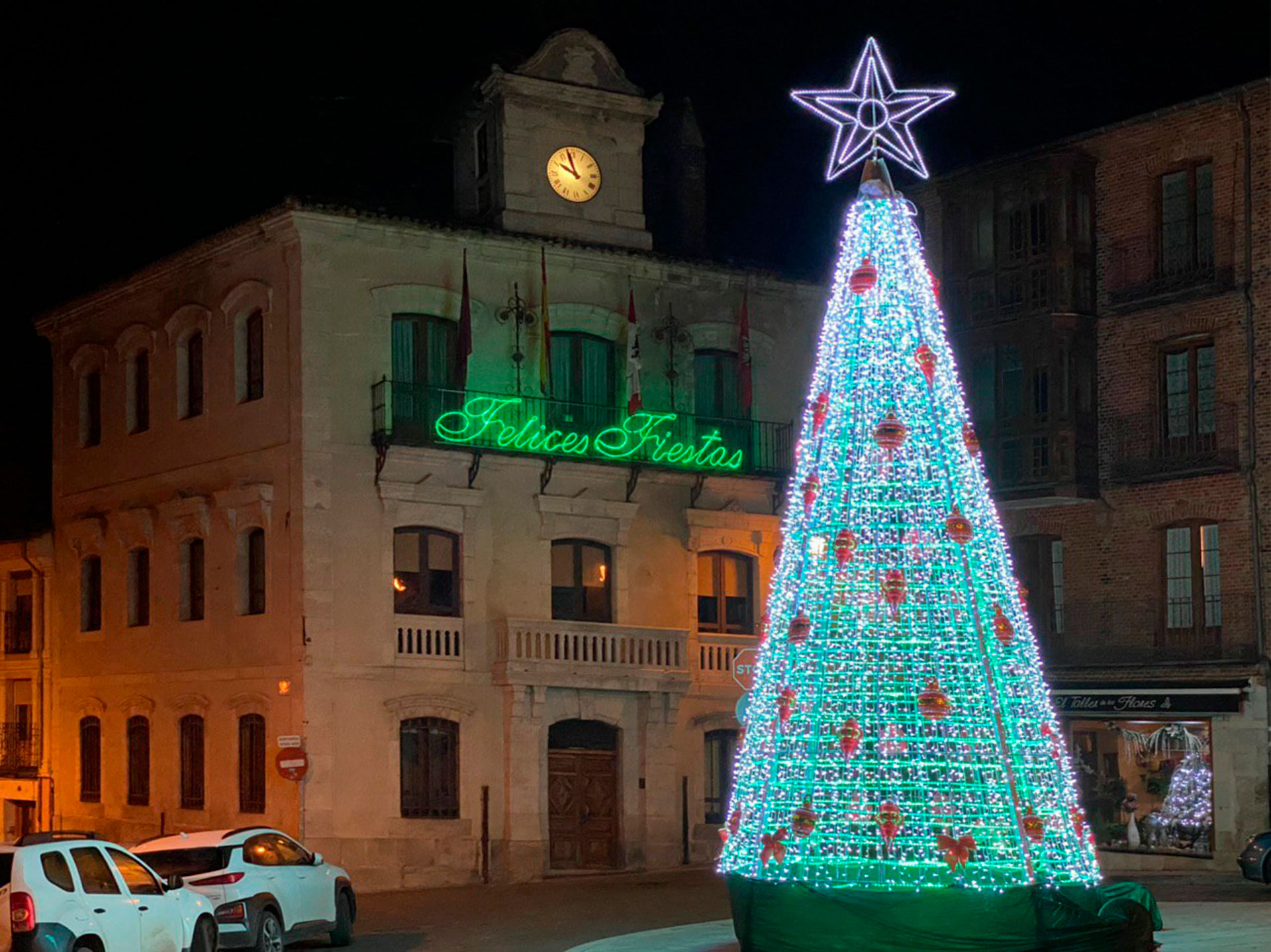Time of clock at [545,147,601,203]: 9:57
